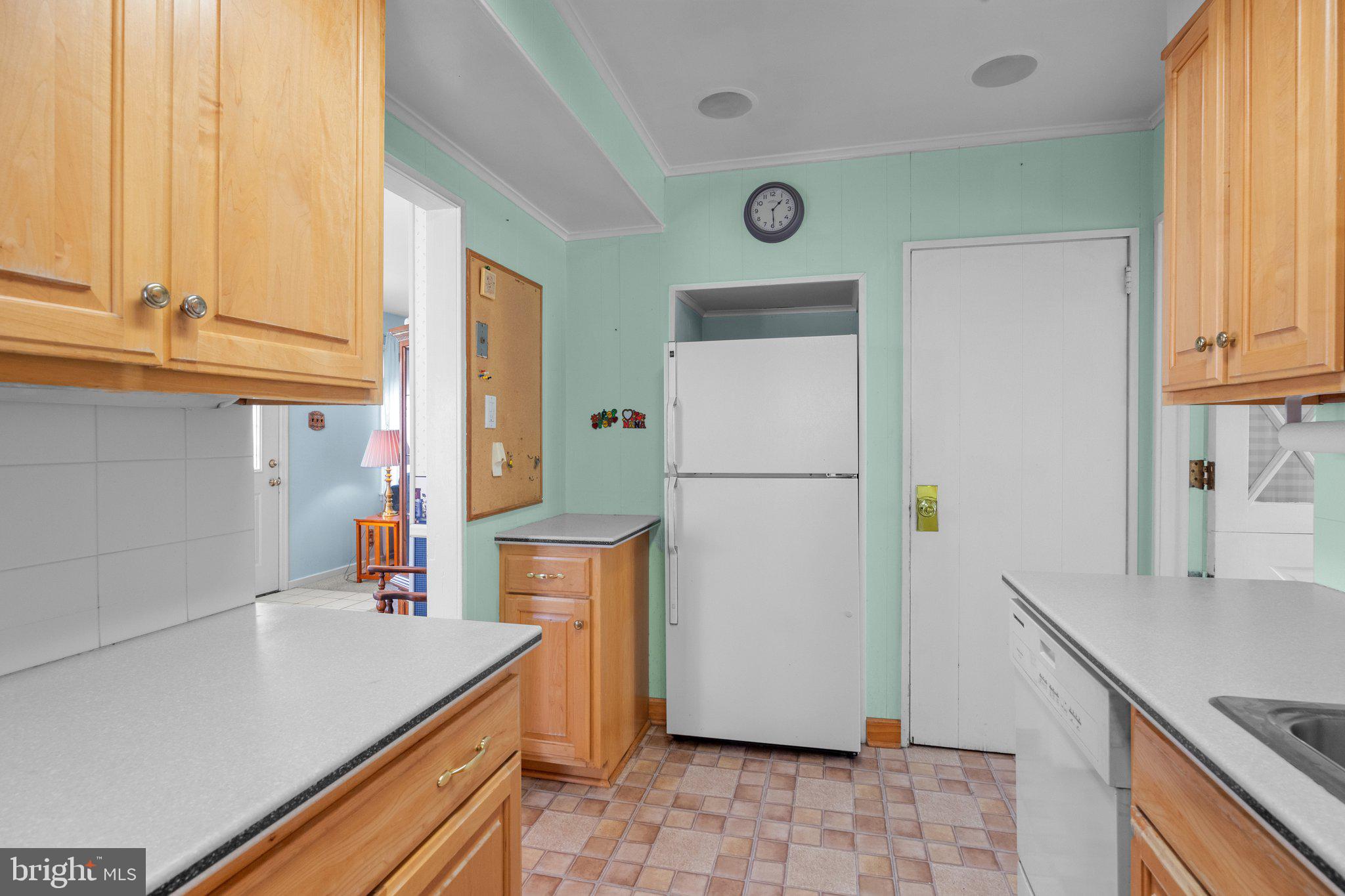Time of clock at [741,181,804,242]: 1:29
